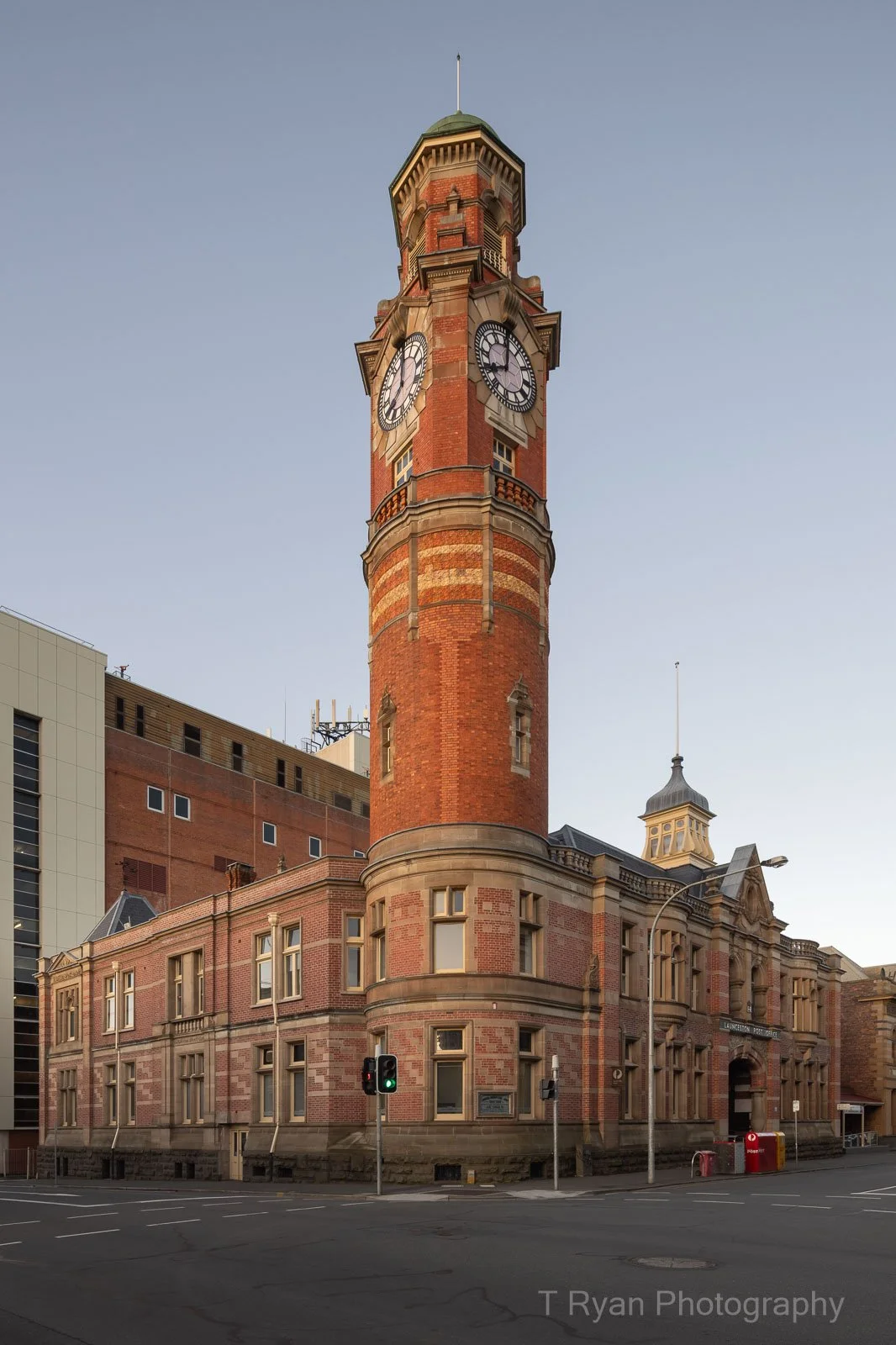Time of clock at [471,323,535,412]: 8:00
